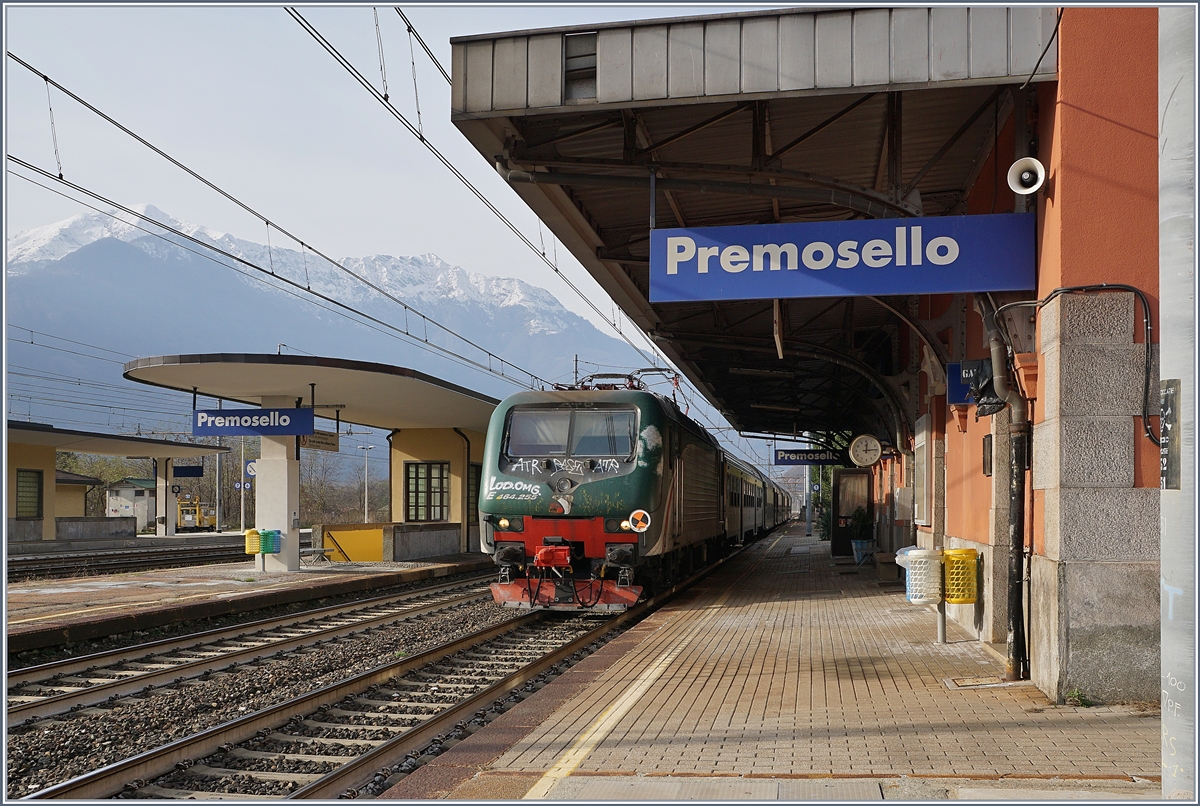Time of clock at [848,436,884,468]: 12:14
